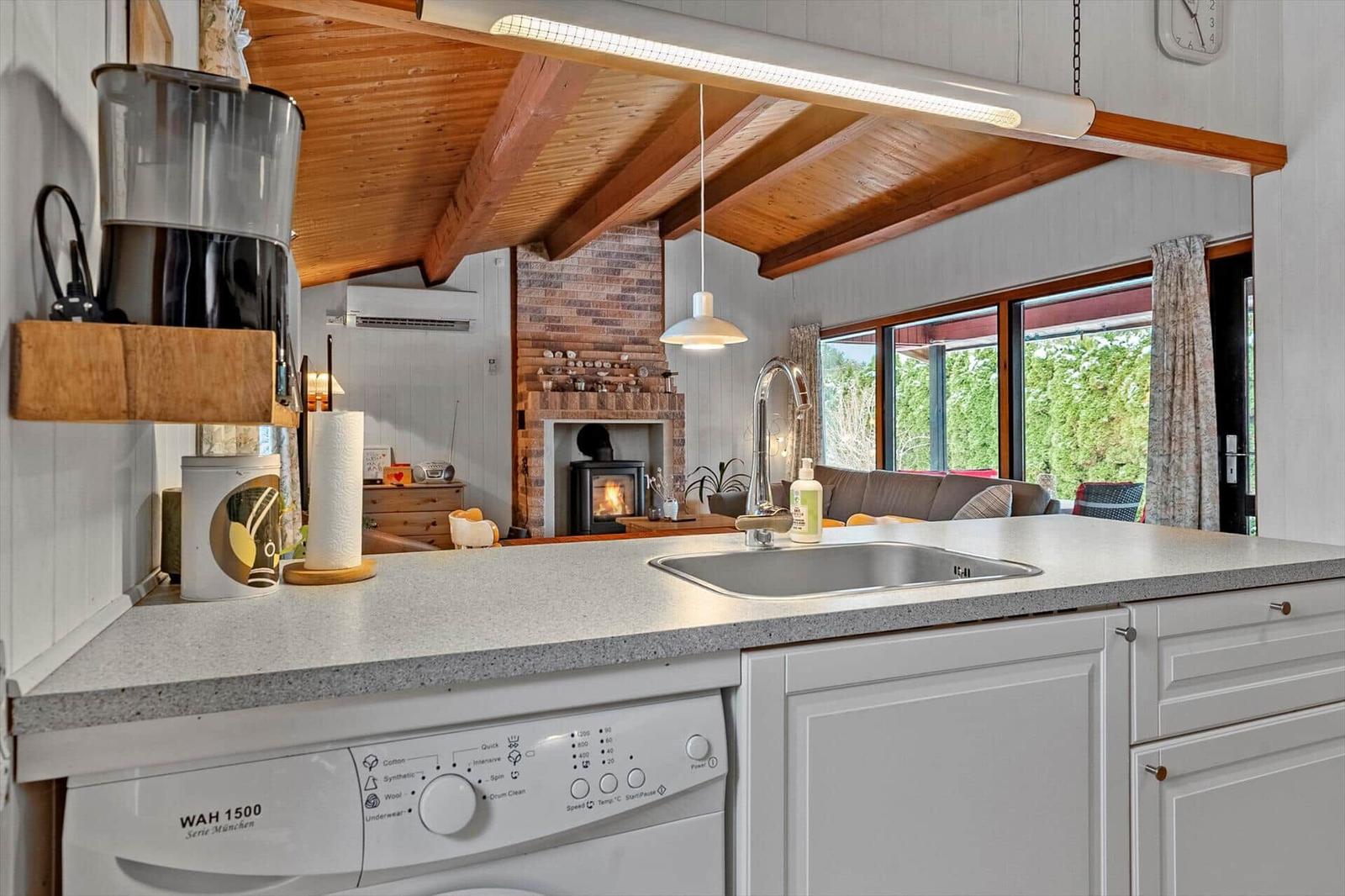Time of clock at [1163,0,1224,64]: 10:24
